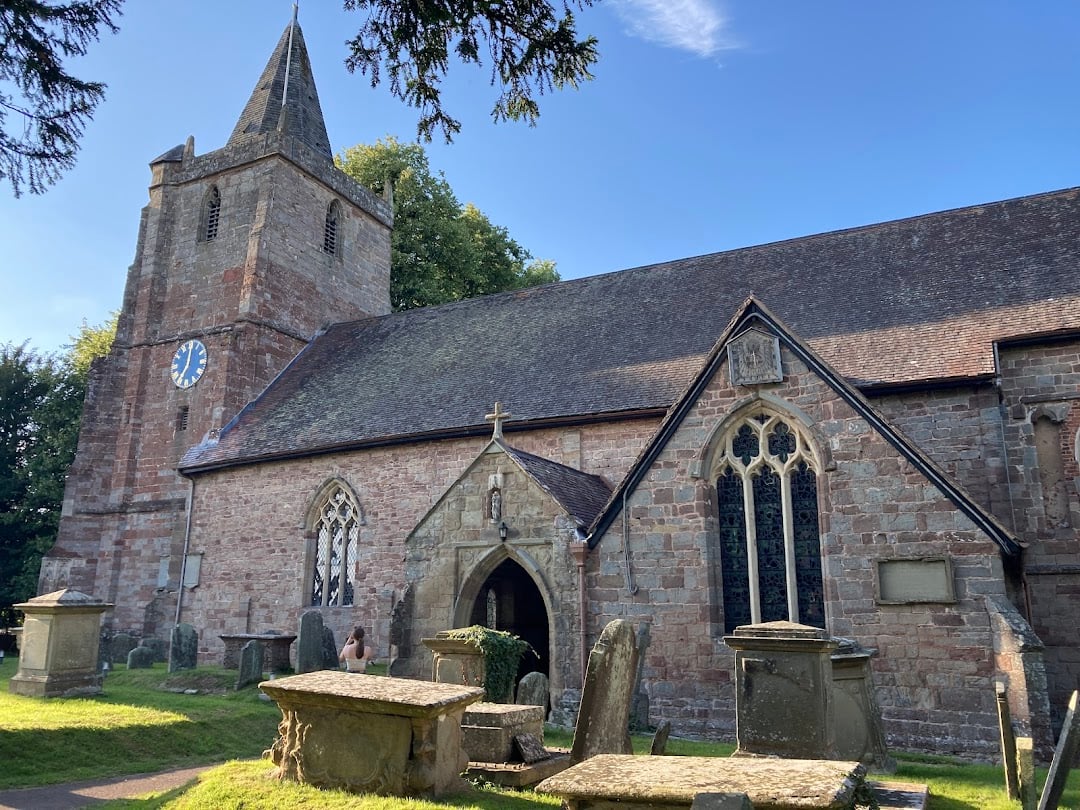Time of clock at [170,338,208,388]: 7:01
